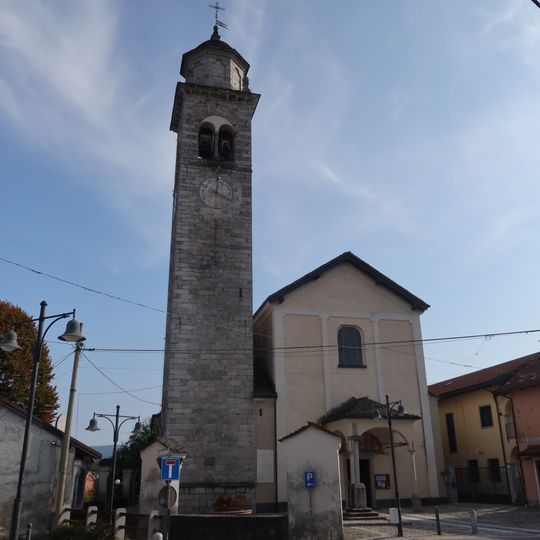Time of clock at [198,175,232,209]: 4:01
